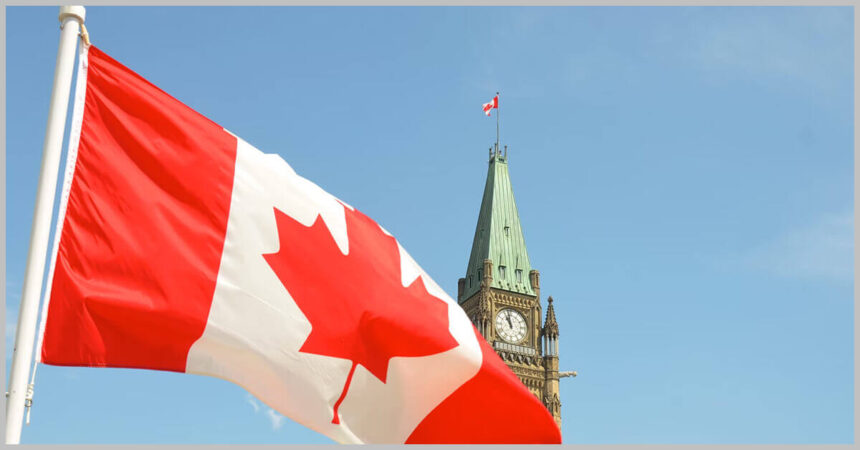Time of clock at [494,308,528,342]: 10:58
